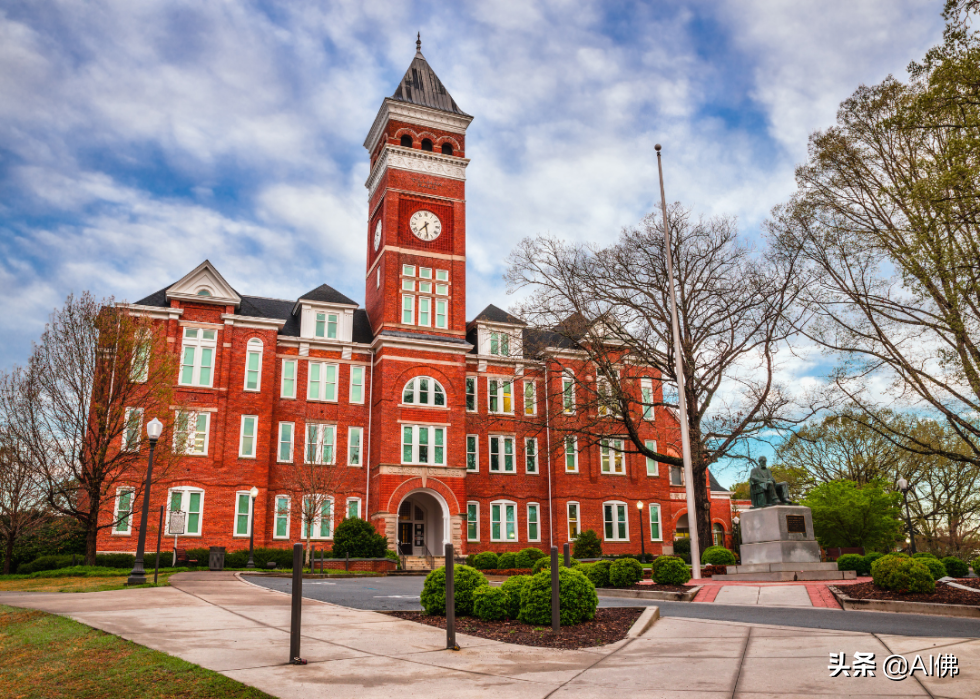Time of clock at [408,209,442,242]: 7:28
